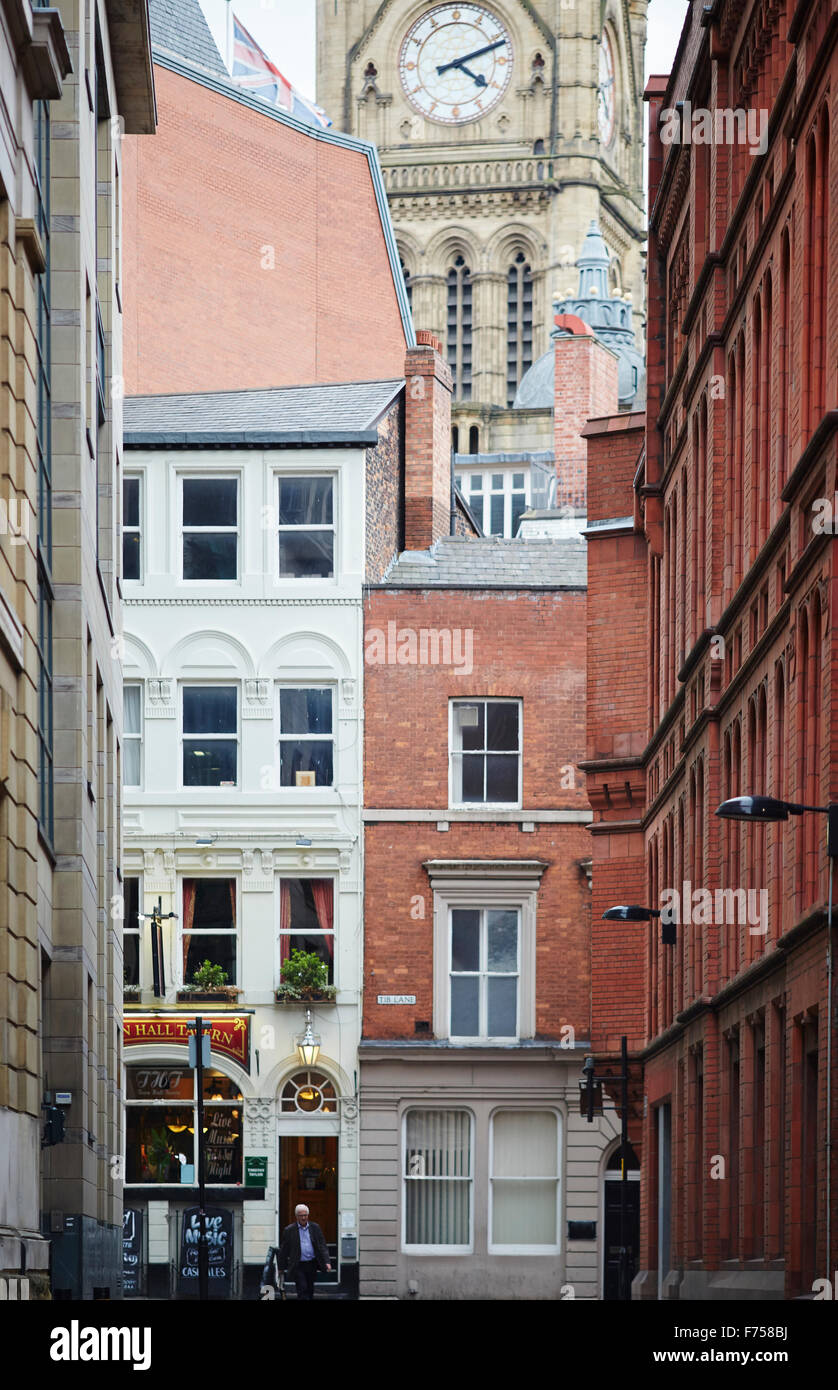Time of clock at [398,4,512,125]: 4:11
